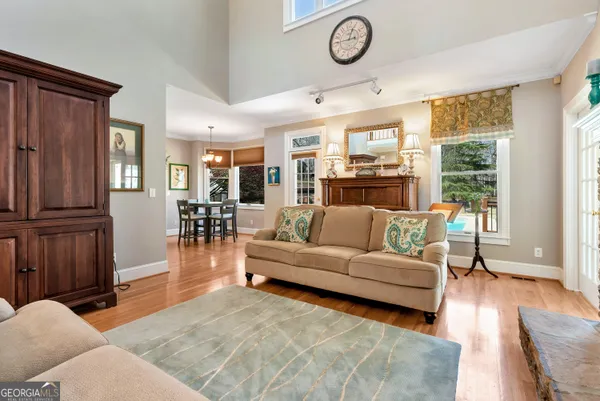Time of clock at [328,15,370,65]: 12:45
